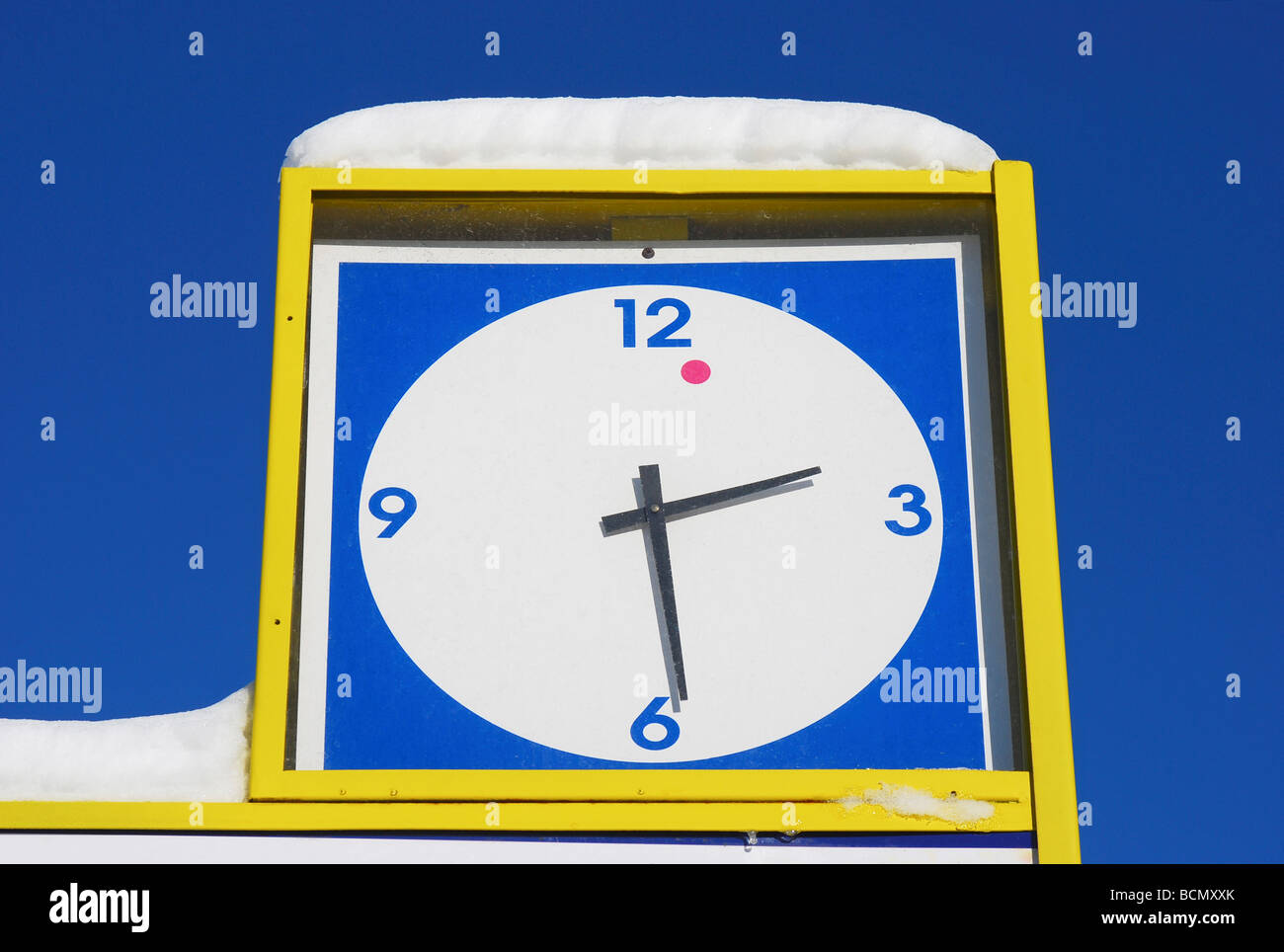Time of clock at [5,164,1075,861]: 2:28
